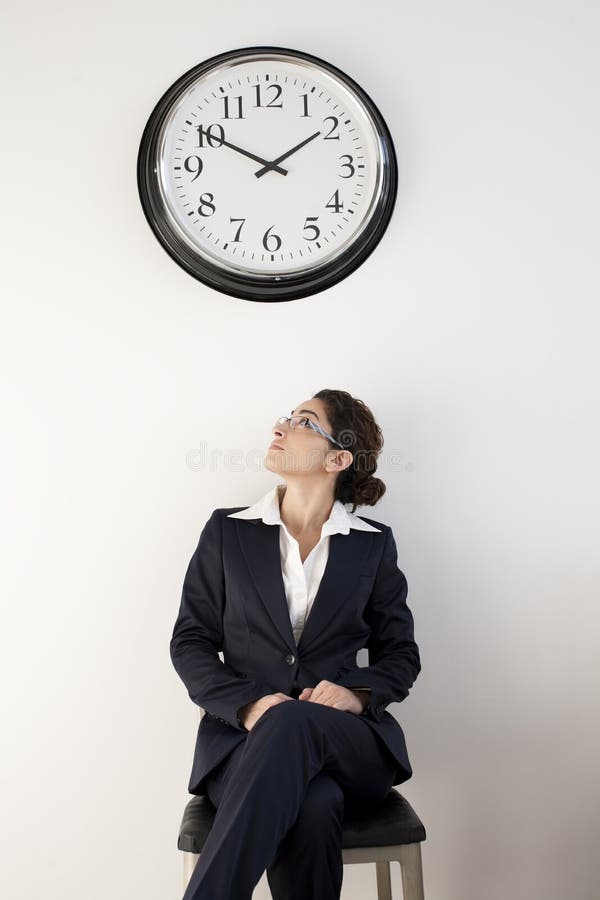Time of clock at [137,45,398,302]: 1:50
